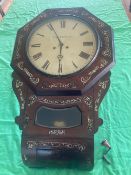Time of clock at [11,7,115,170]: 5:55
